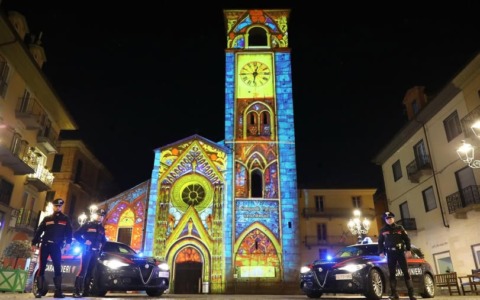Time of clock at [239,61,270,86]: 12:31
